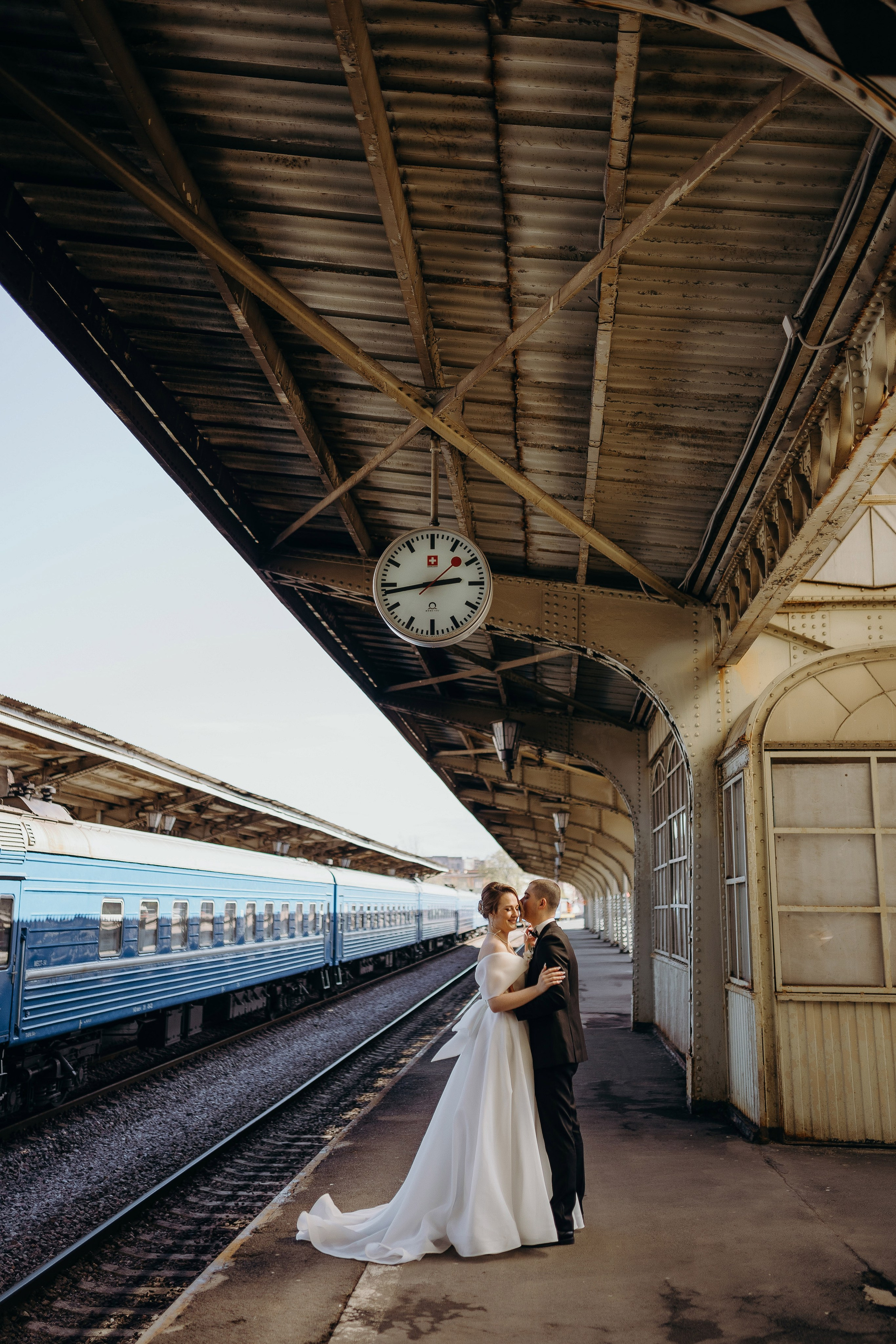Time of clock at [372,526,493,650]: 2:43
